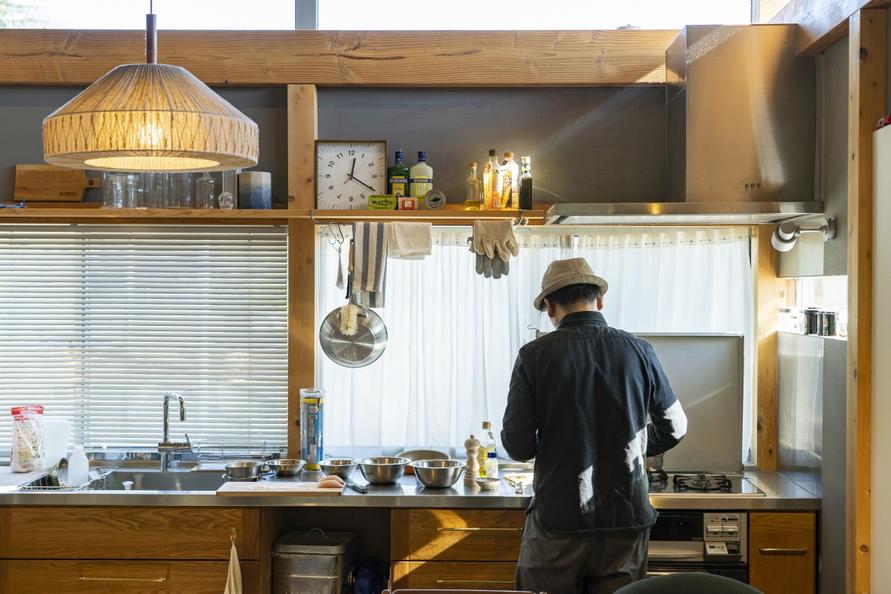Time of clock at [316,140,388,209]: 12:20
